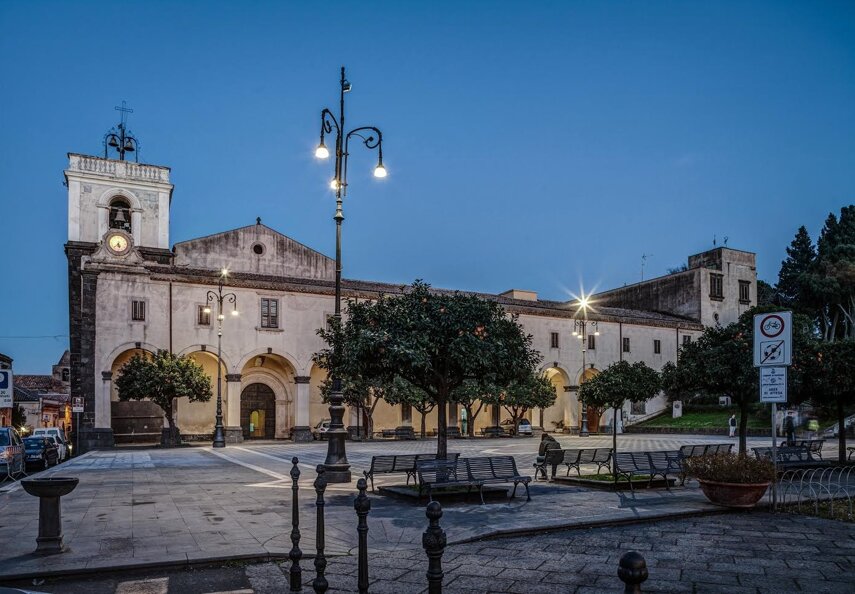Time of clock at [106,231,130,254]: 5:37
